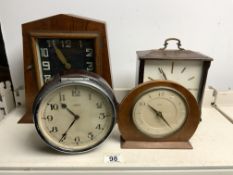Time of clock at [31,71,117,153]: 10:35
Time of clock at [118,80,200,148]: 10:23
